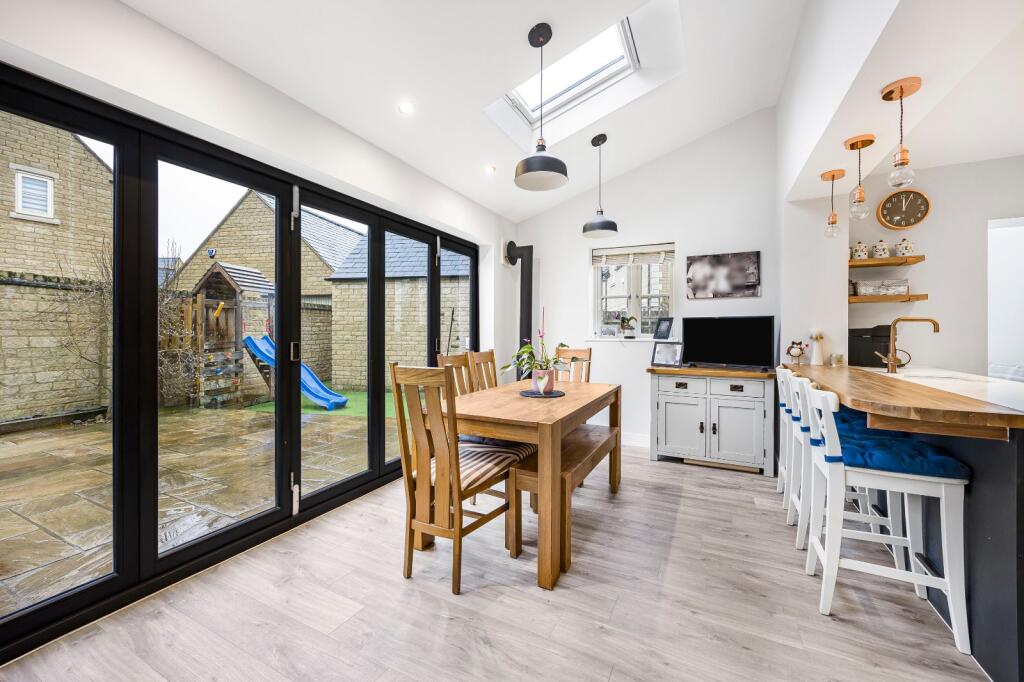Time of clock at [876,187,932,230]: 12:04
